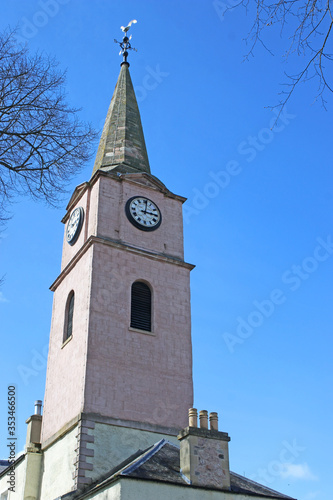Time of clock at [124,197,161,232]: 3:01
